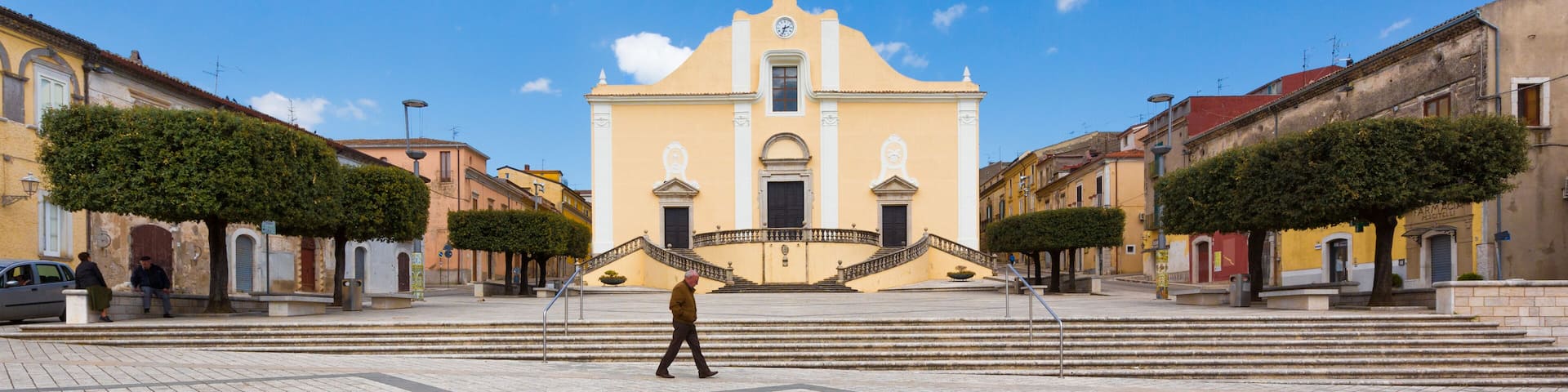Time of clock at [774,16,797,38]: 2:33
